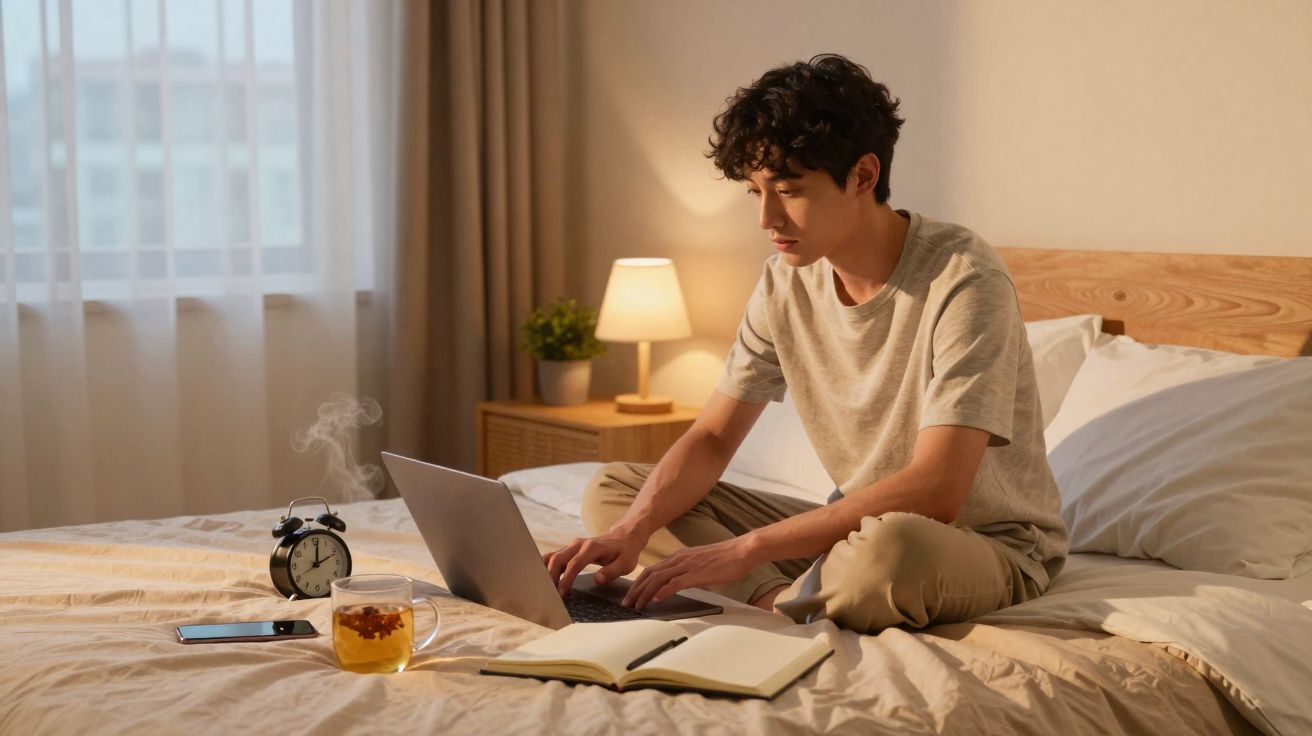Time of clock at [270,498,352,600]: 12:11
